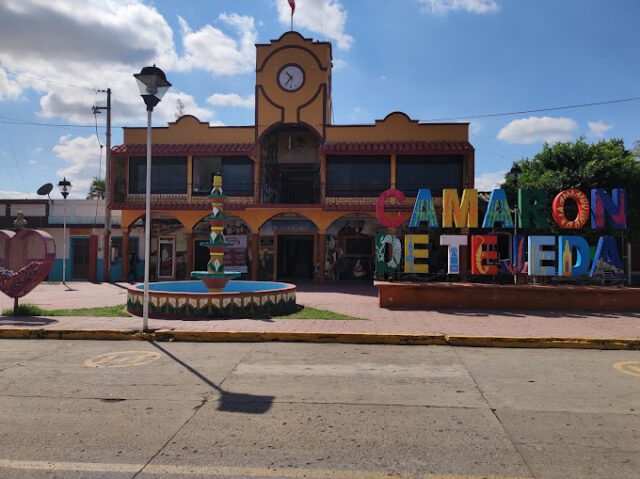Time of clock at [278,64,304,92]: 10:36
